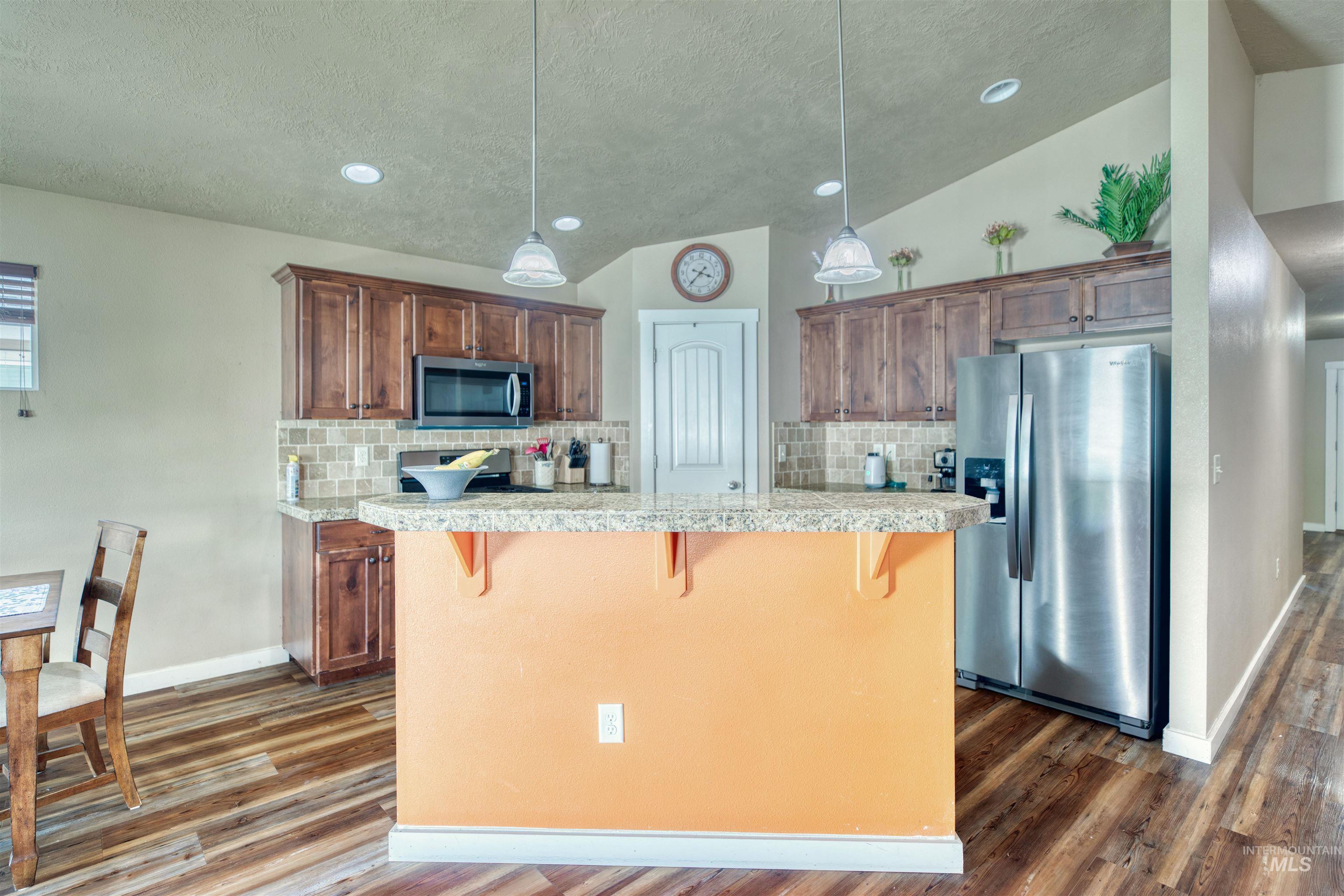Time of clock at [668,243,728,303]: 3:36
